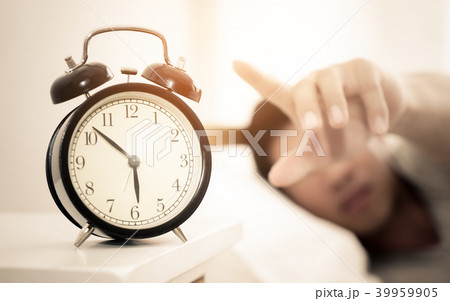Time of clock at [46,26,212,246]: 5:52
